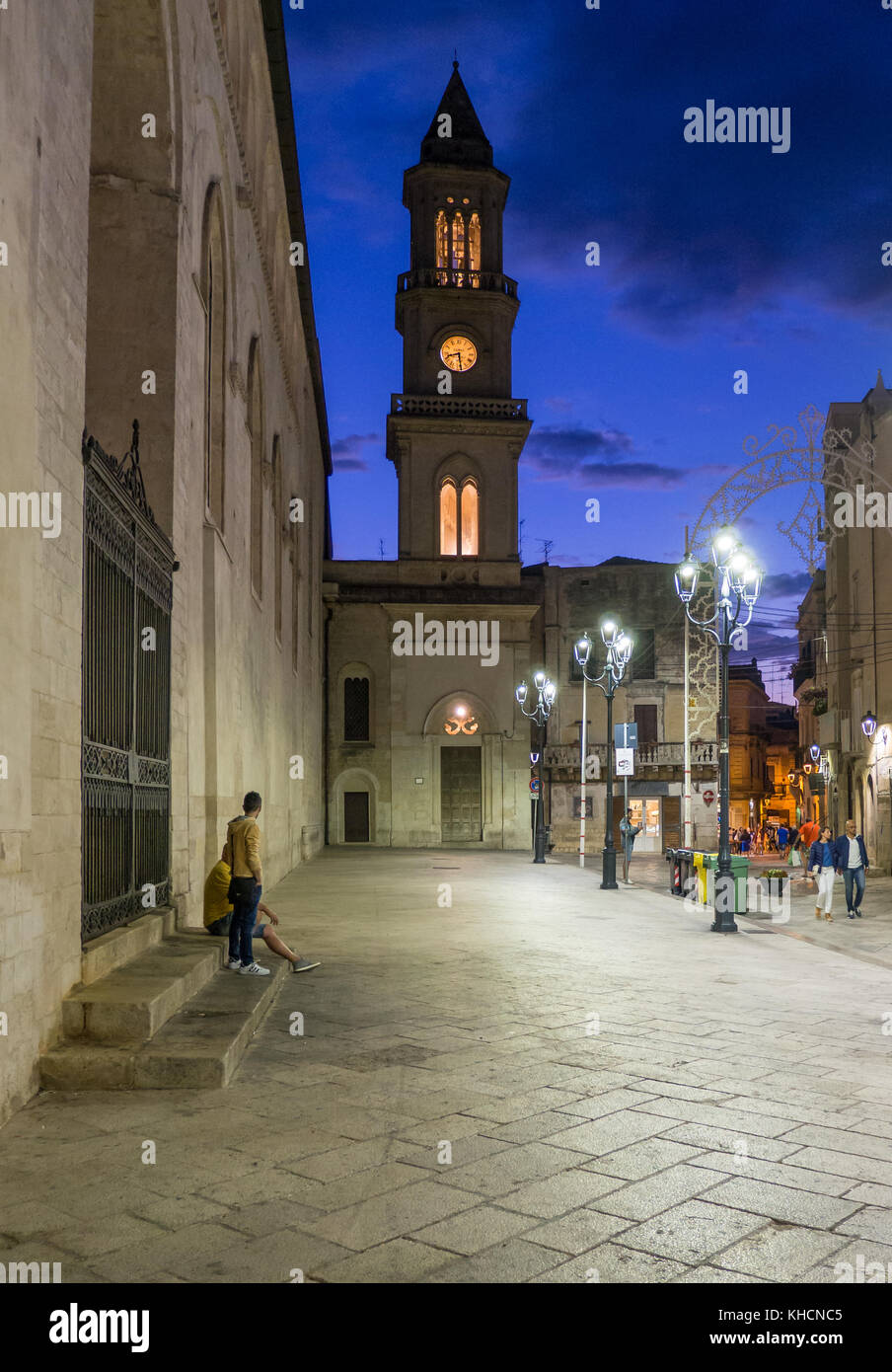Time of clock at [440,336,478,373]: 8:28
